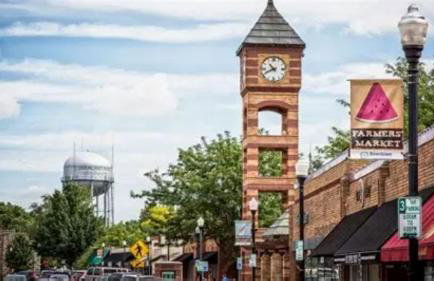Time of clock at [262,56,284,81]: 10:41
